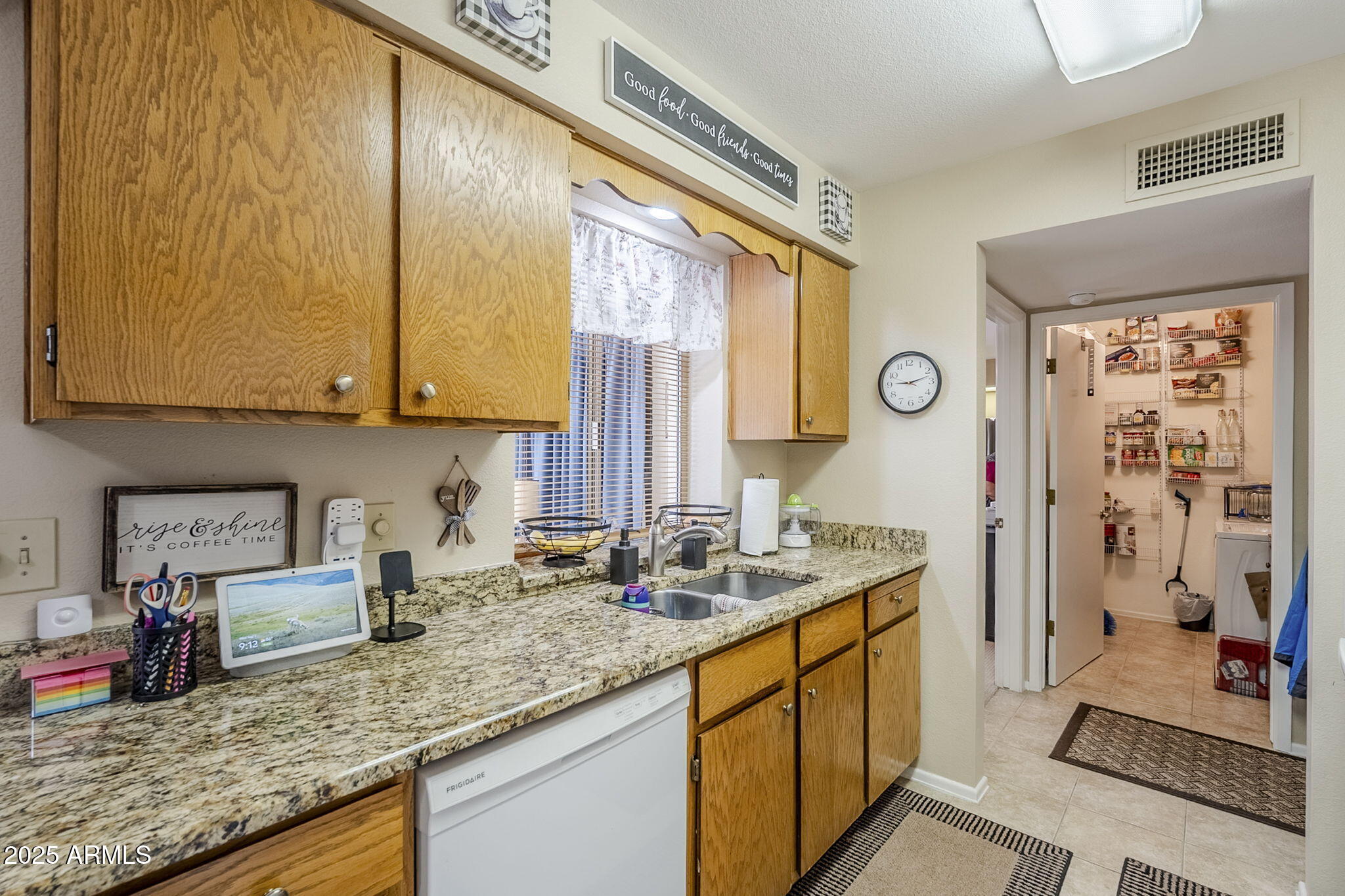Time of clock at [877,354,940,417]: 9:12
